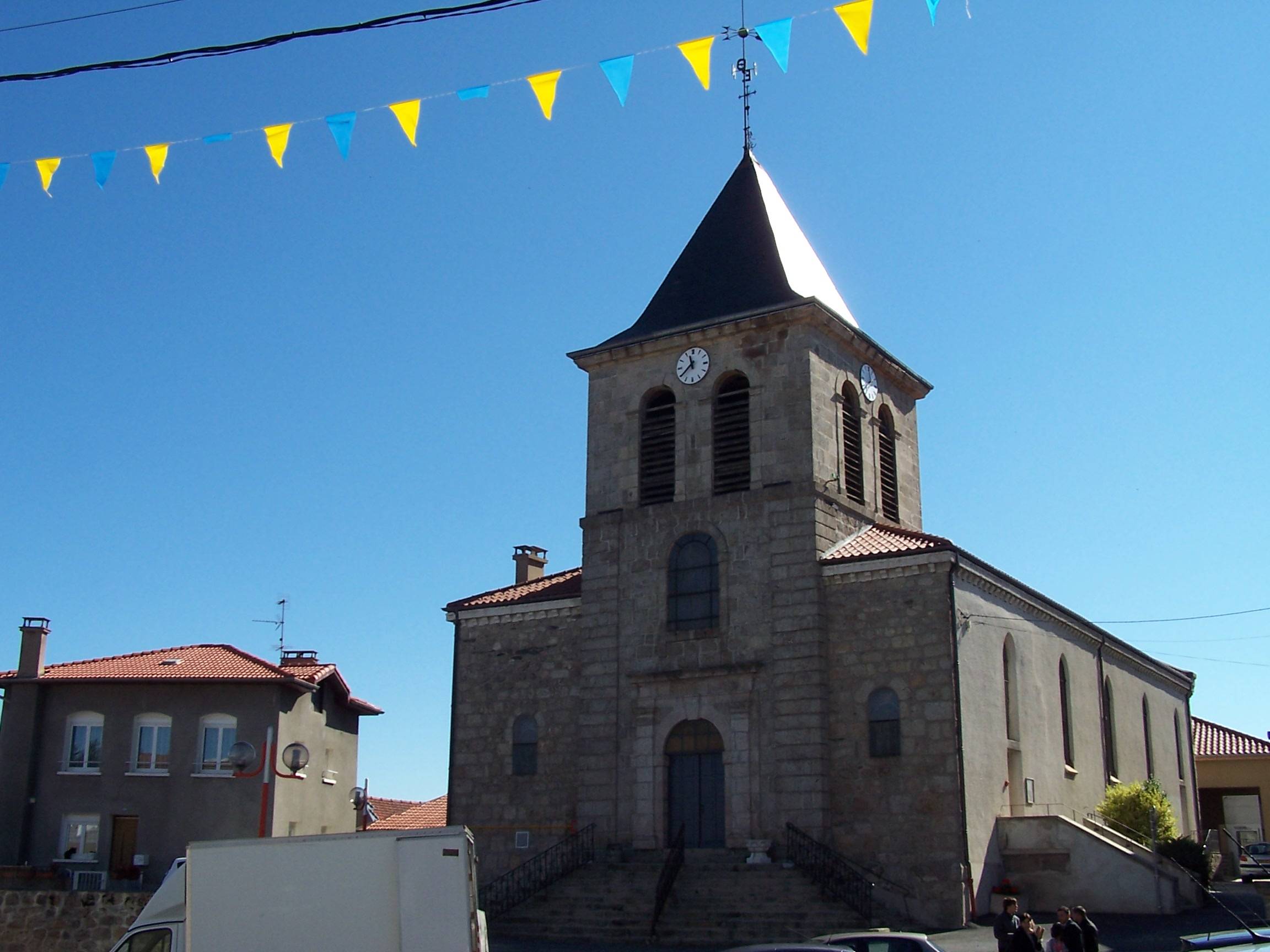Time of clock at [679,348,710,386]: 11:38
